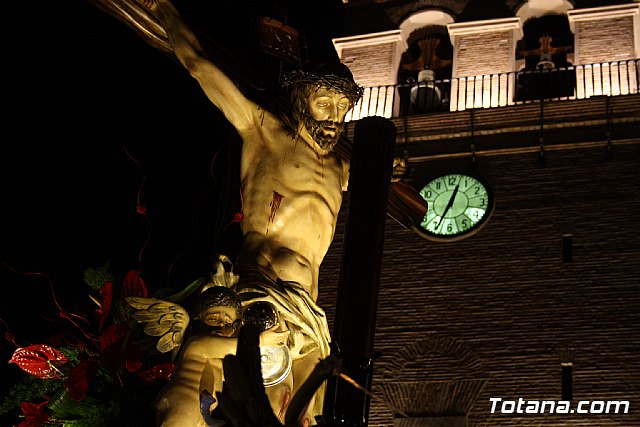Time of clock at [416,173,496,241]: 12:34
